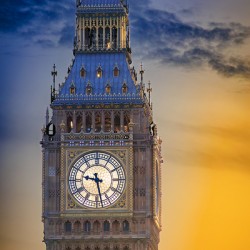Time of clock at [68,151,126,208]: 9:28
